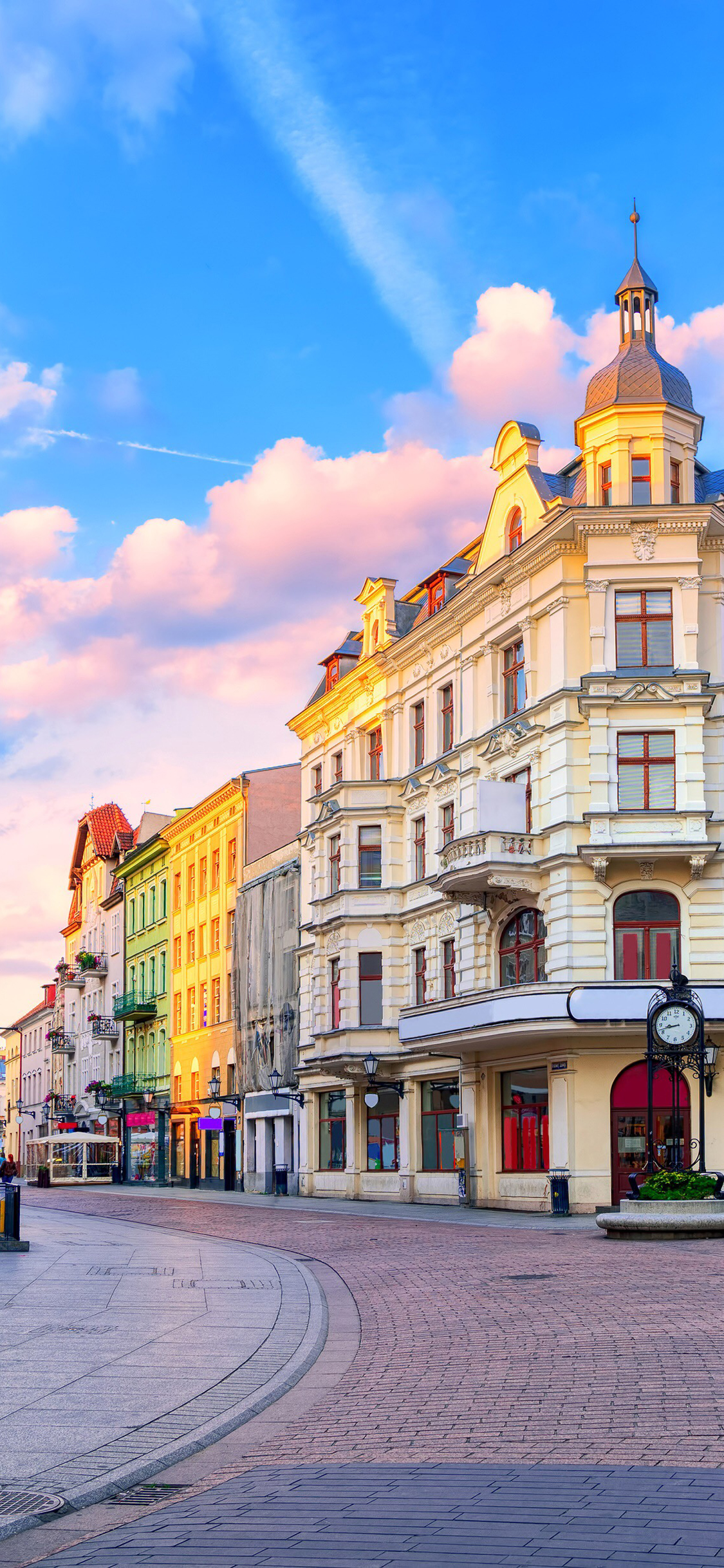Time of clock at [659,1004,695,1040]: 8:41
